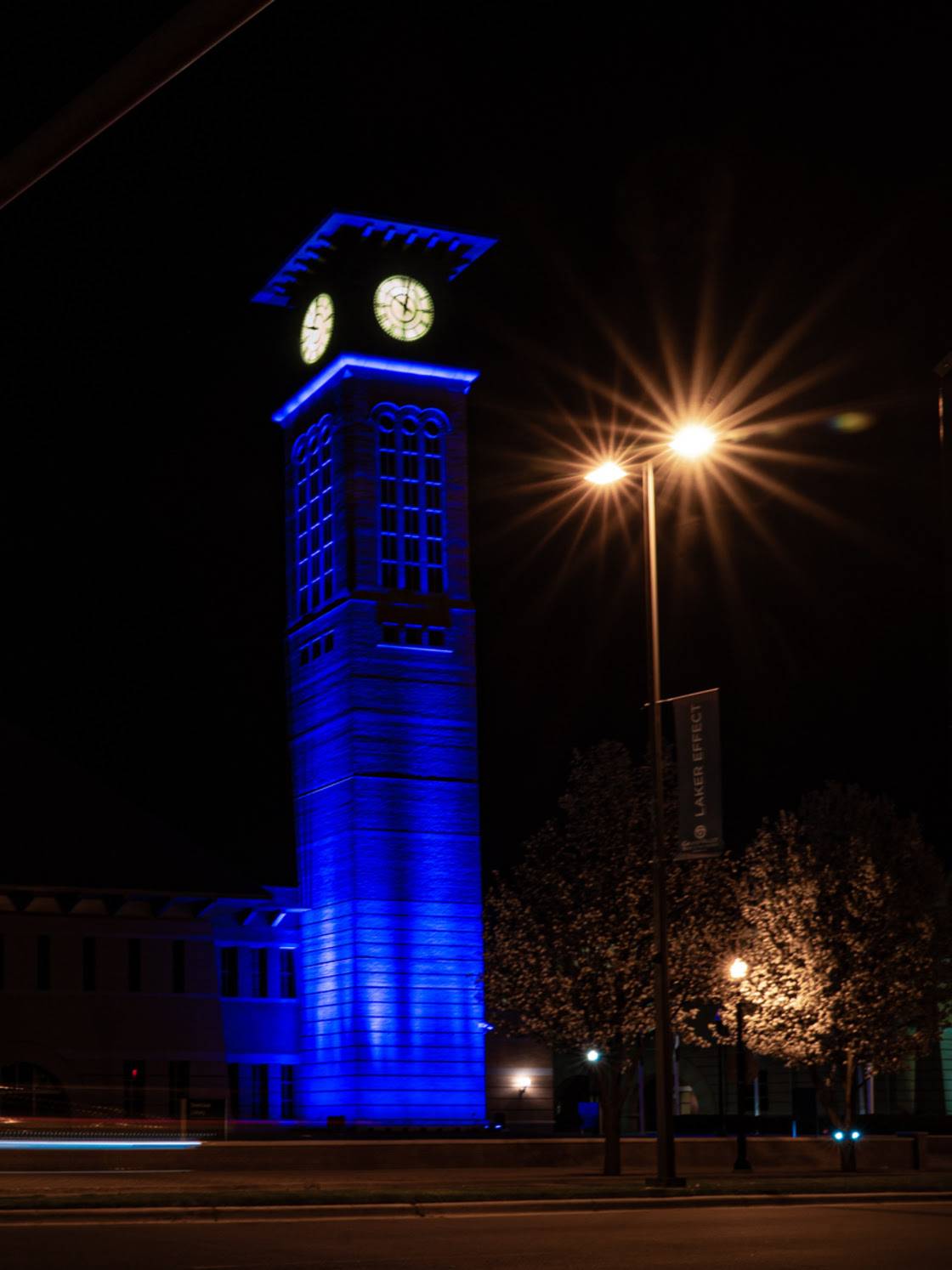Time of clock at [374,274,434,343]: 10:02
